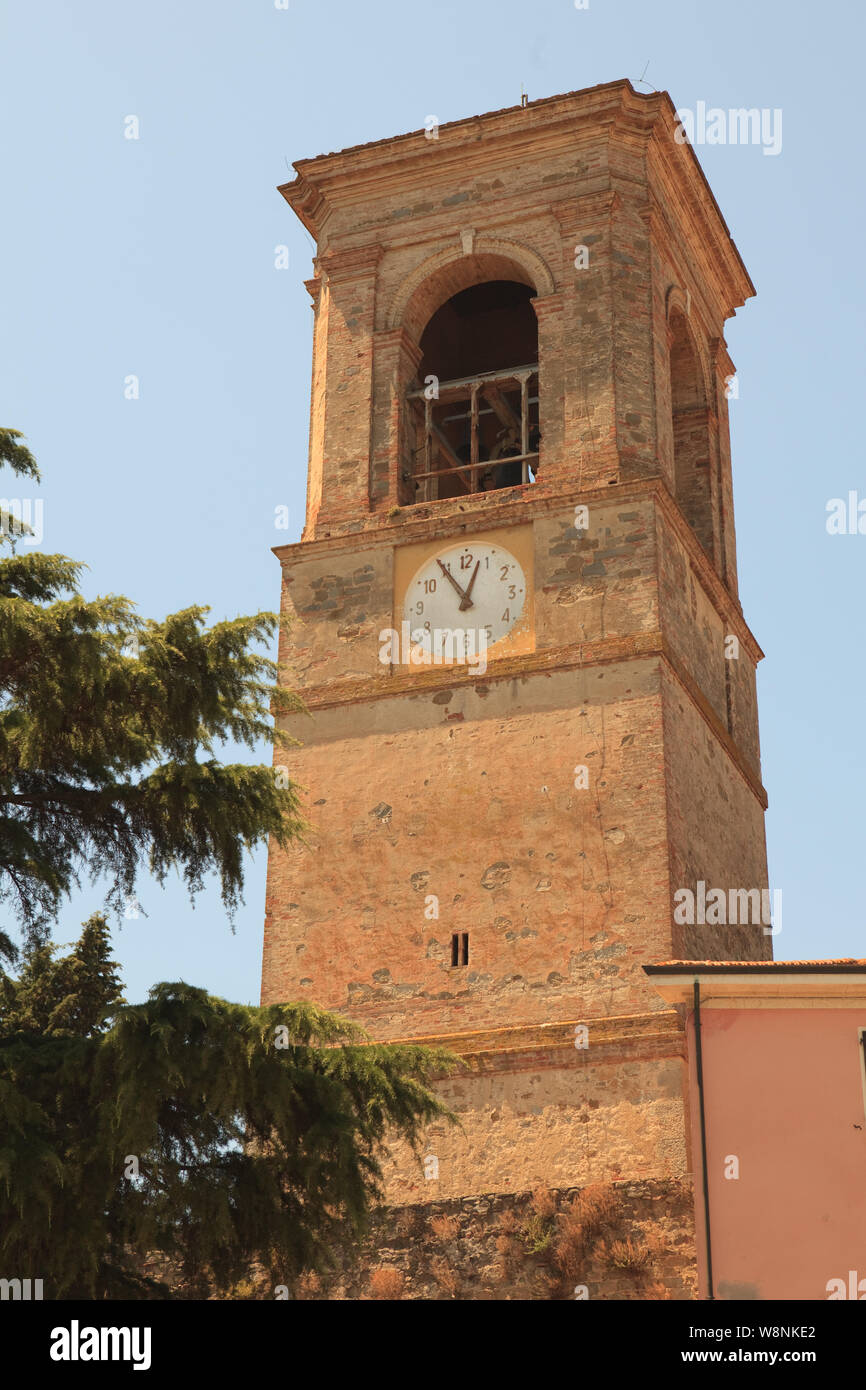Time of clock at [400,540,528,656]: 12:54
